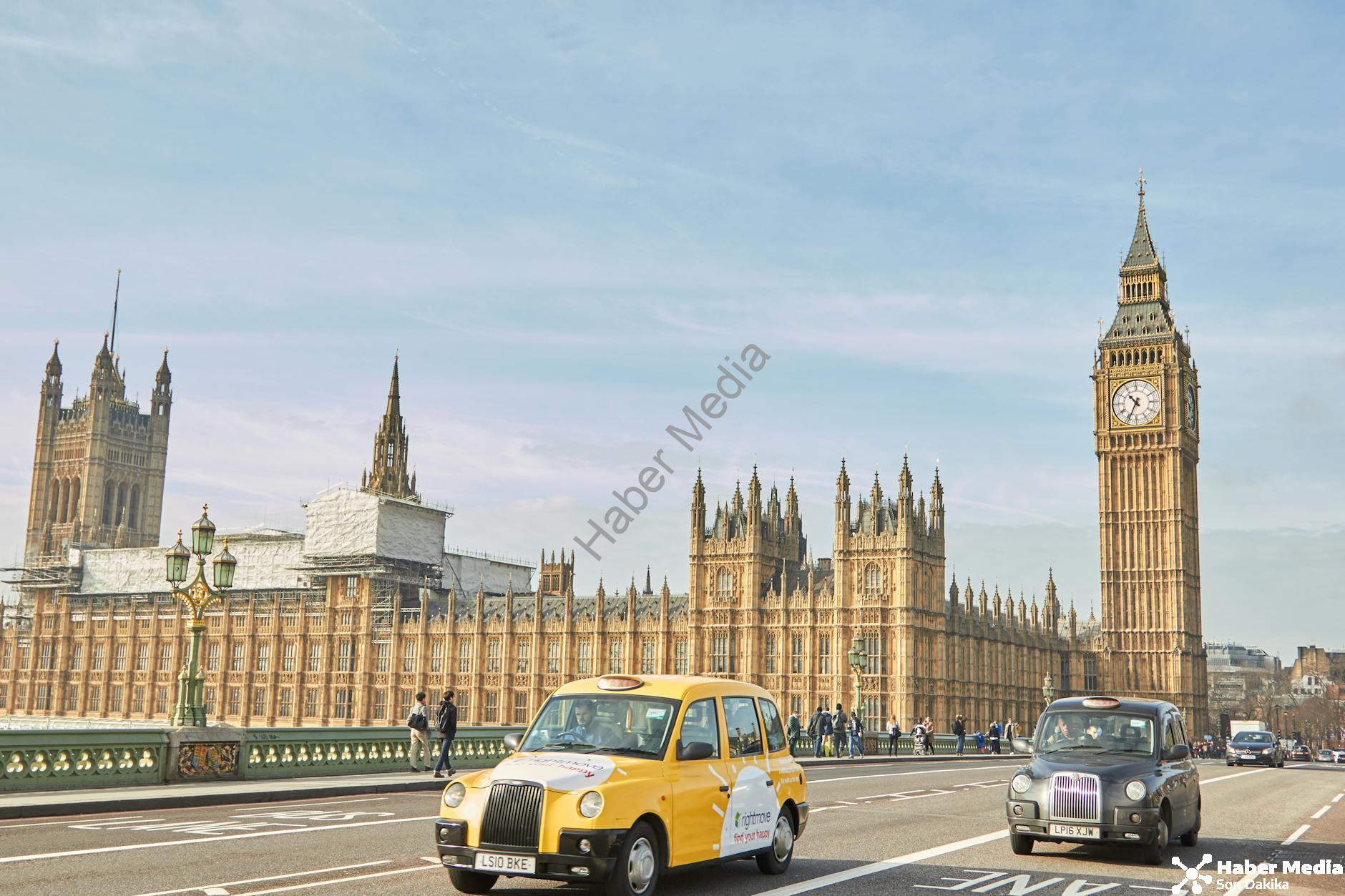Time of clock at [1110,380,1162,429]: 10:34
